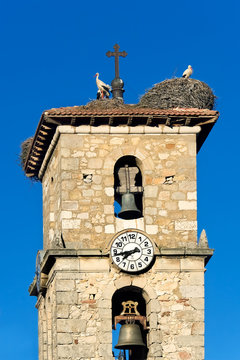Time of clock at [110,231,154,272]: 7:43
